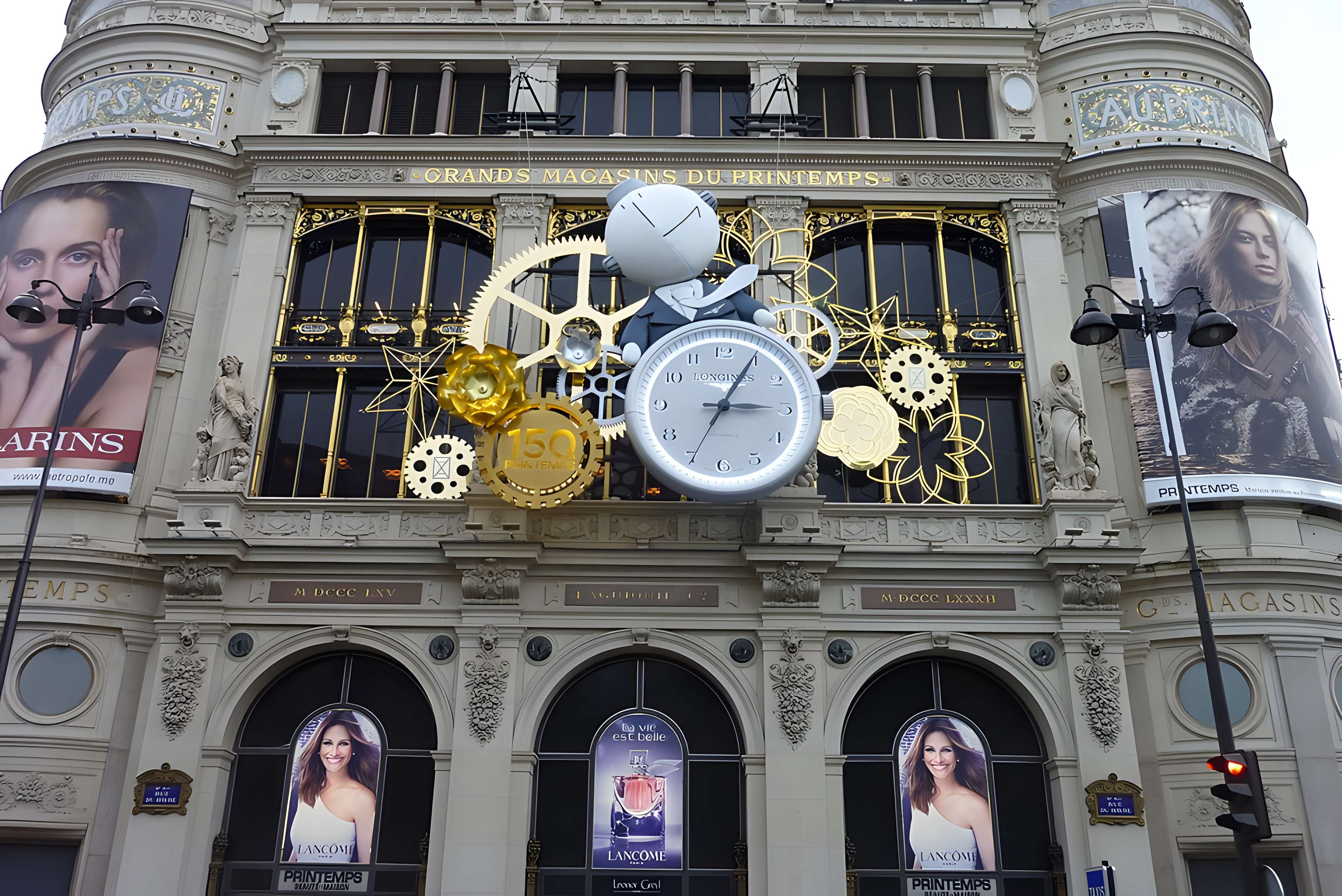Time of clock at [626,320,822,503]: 3:05
